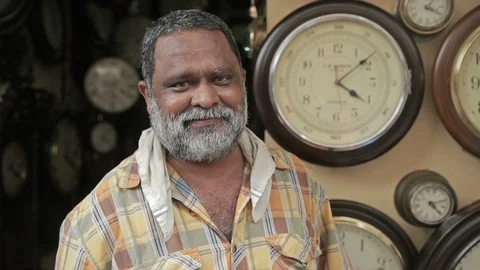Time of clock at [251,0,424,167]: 4:08
